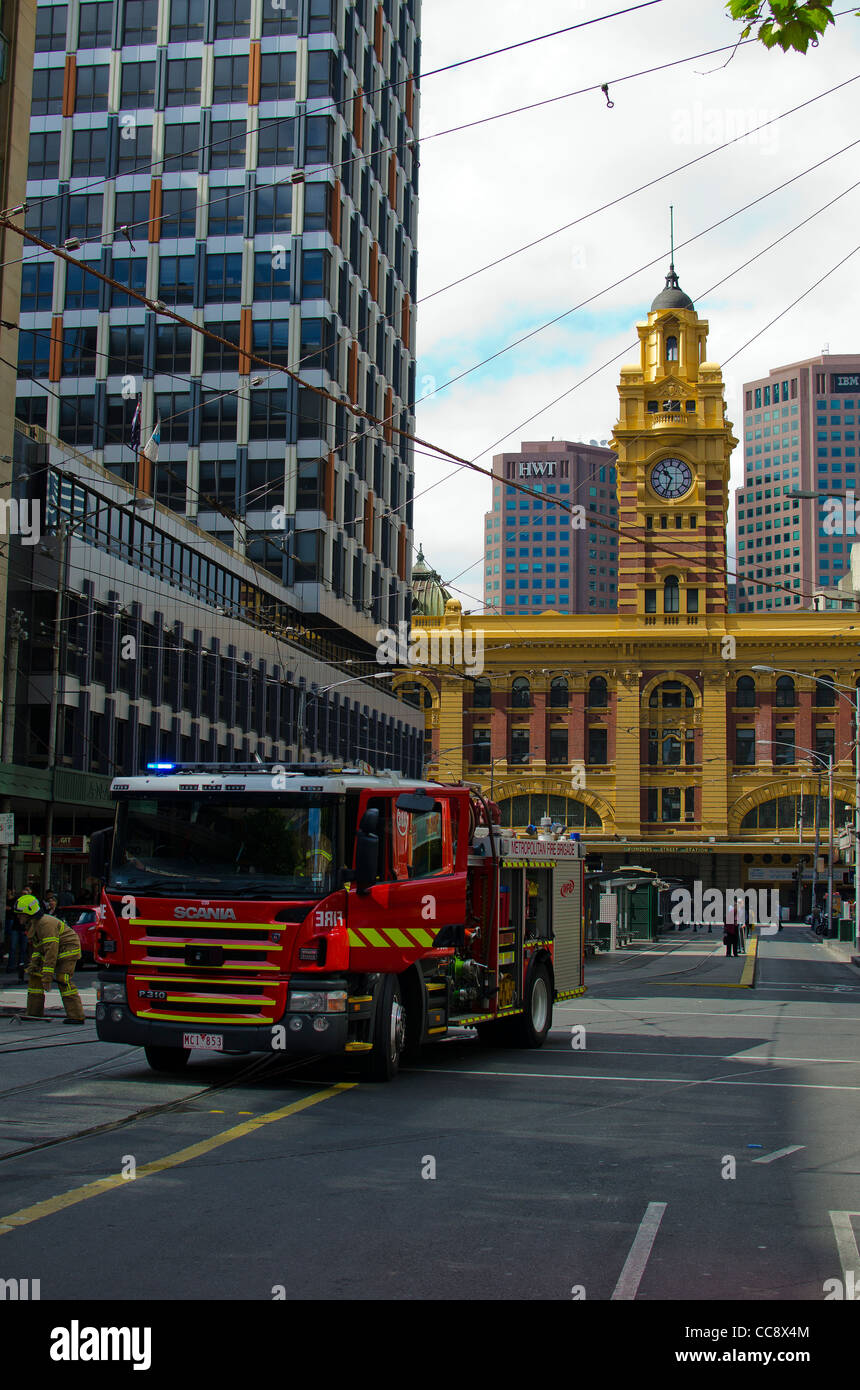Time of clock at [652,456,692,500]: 10:33
